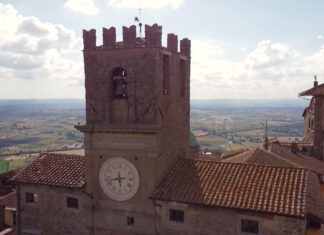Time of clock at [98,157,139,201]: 5:42
